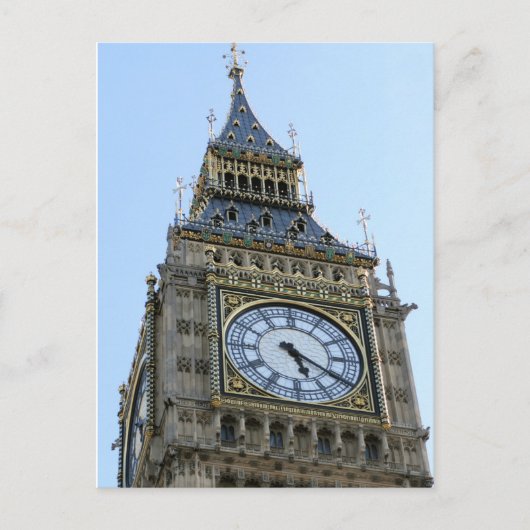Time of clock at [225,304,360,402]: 5:20
